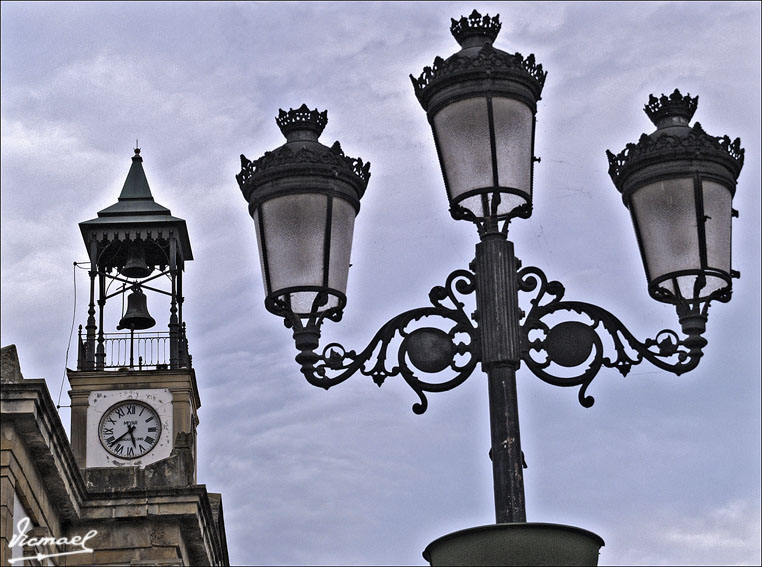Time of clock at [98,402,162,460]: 5:38
